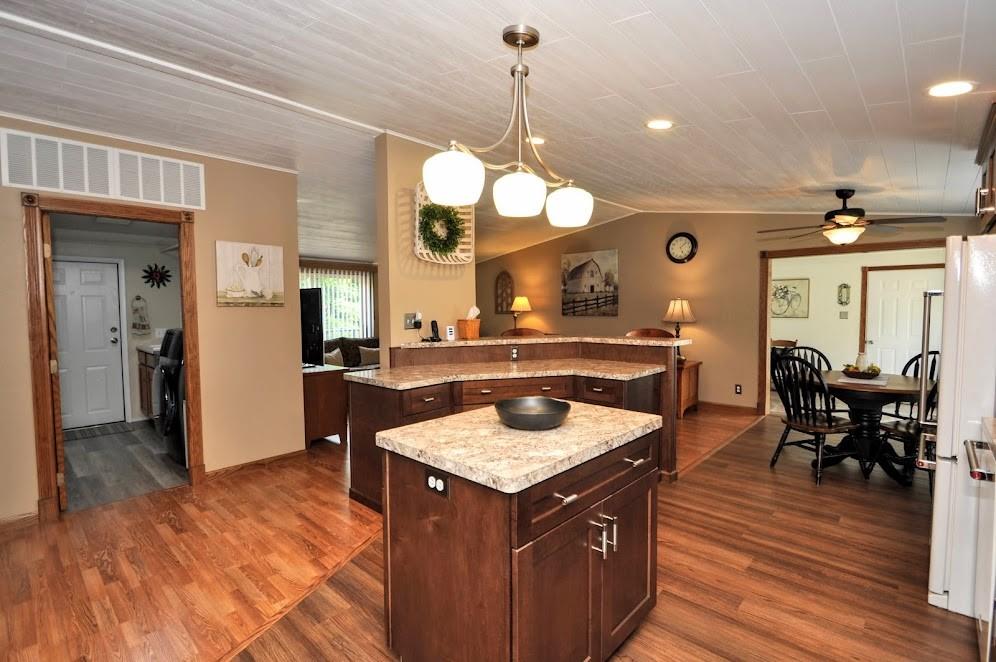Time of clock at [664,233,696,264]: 5:07
